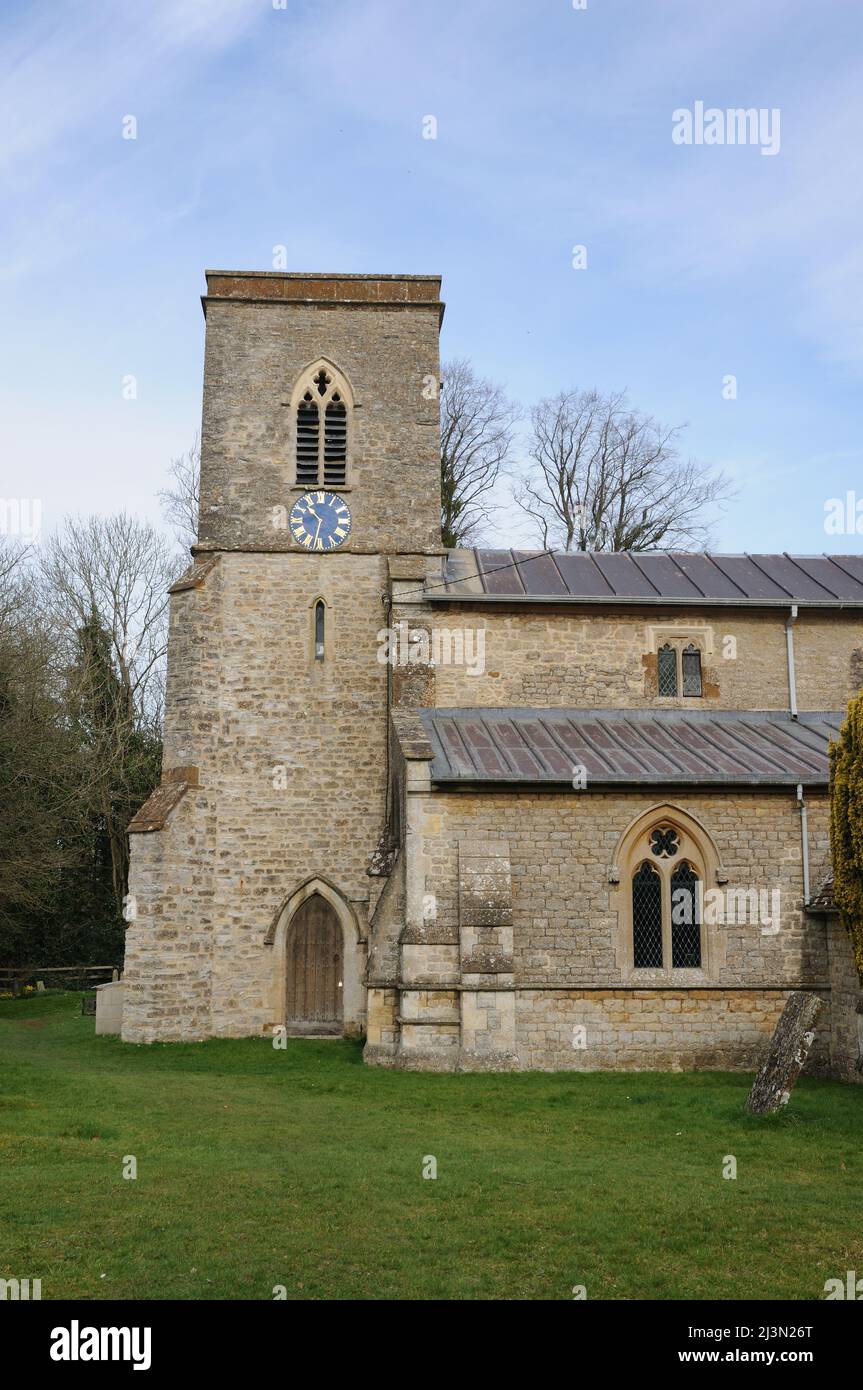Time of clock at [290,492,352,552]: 10:32
